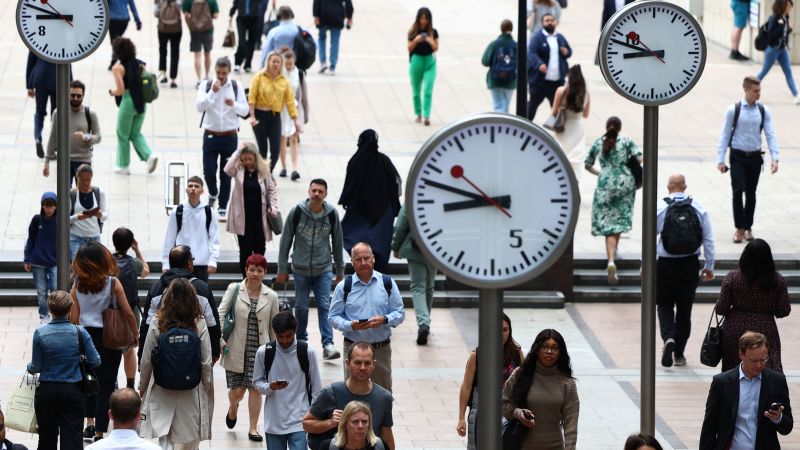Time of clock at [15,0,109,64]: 8:47
